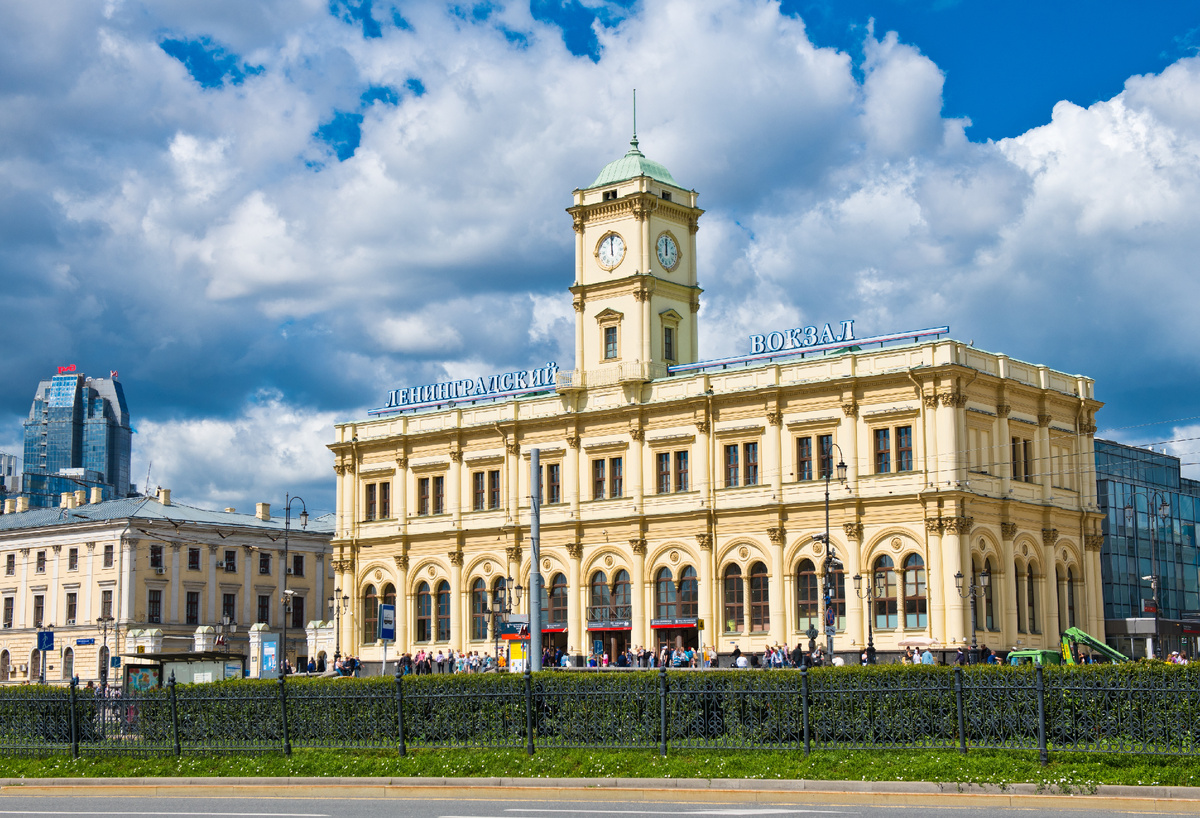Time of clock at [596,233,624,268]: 11:59
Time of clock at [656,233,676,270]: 12:00
